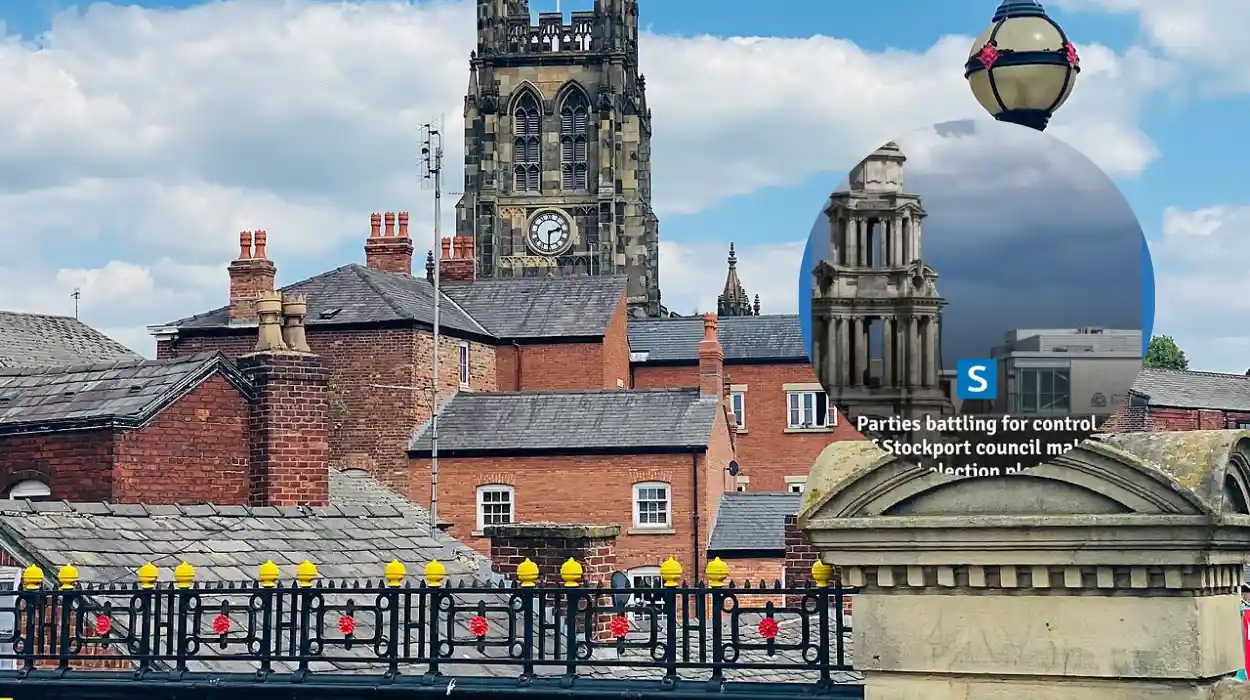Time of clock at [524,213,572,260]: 2:30
